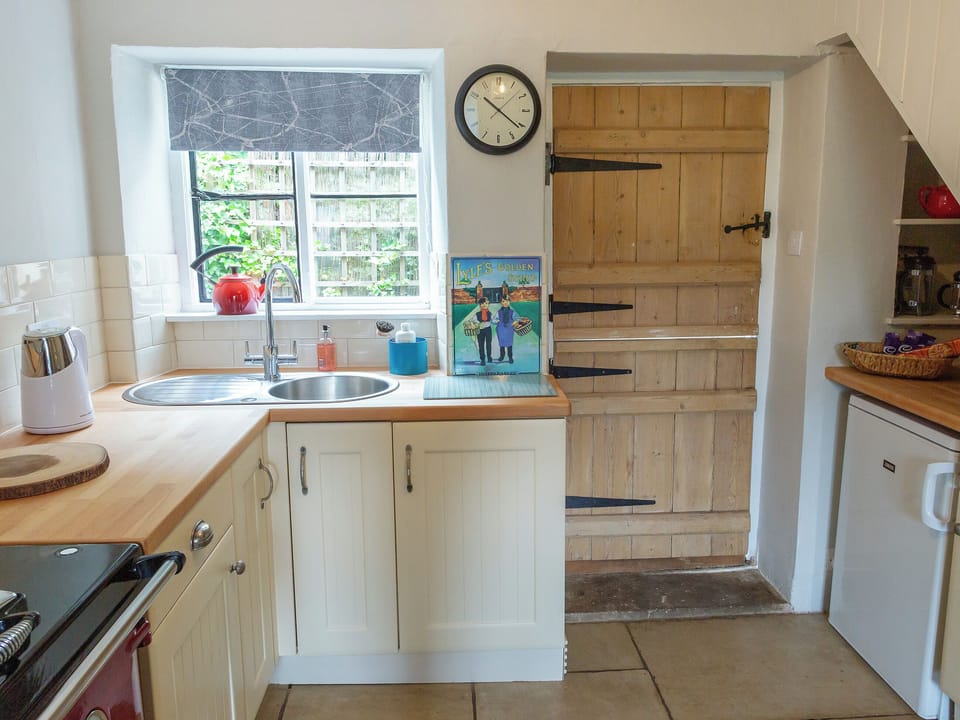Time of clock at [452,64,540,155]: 10:21
